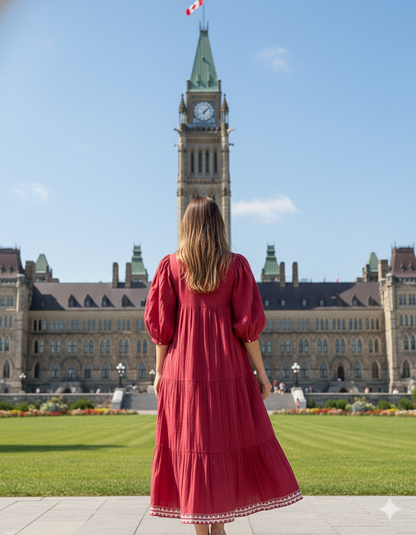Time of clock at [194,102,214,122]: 6:07
